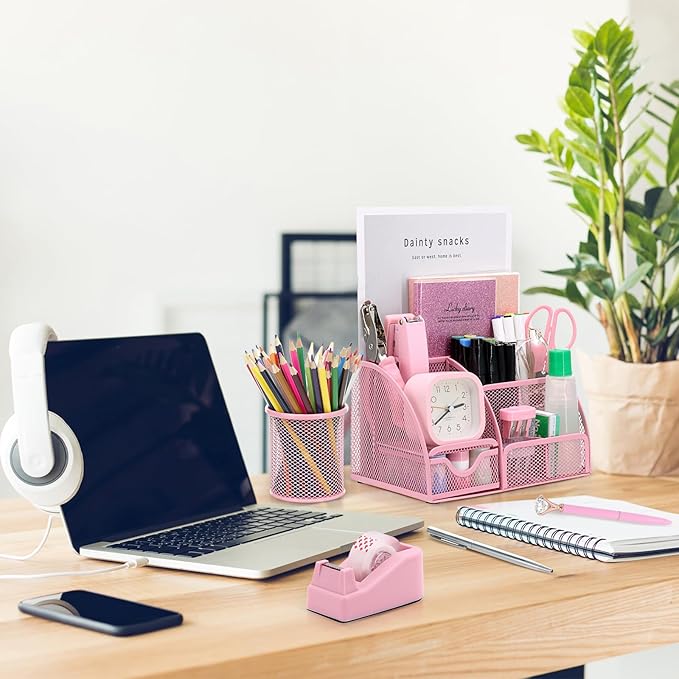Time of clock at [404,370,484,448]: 2:39
